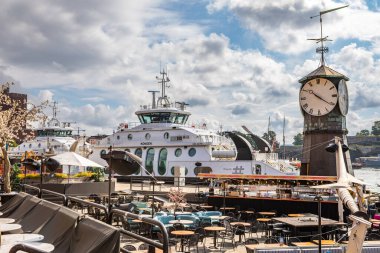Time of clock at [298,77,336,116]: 10:20
